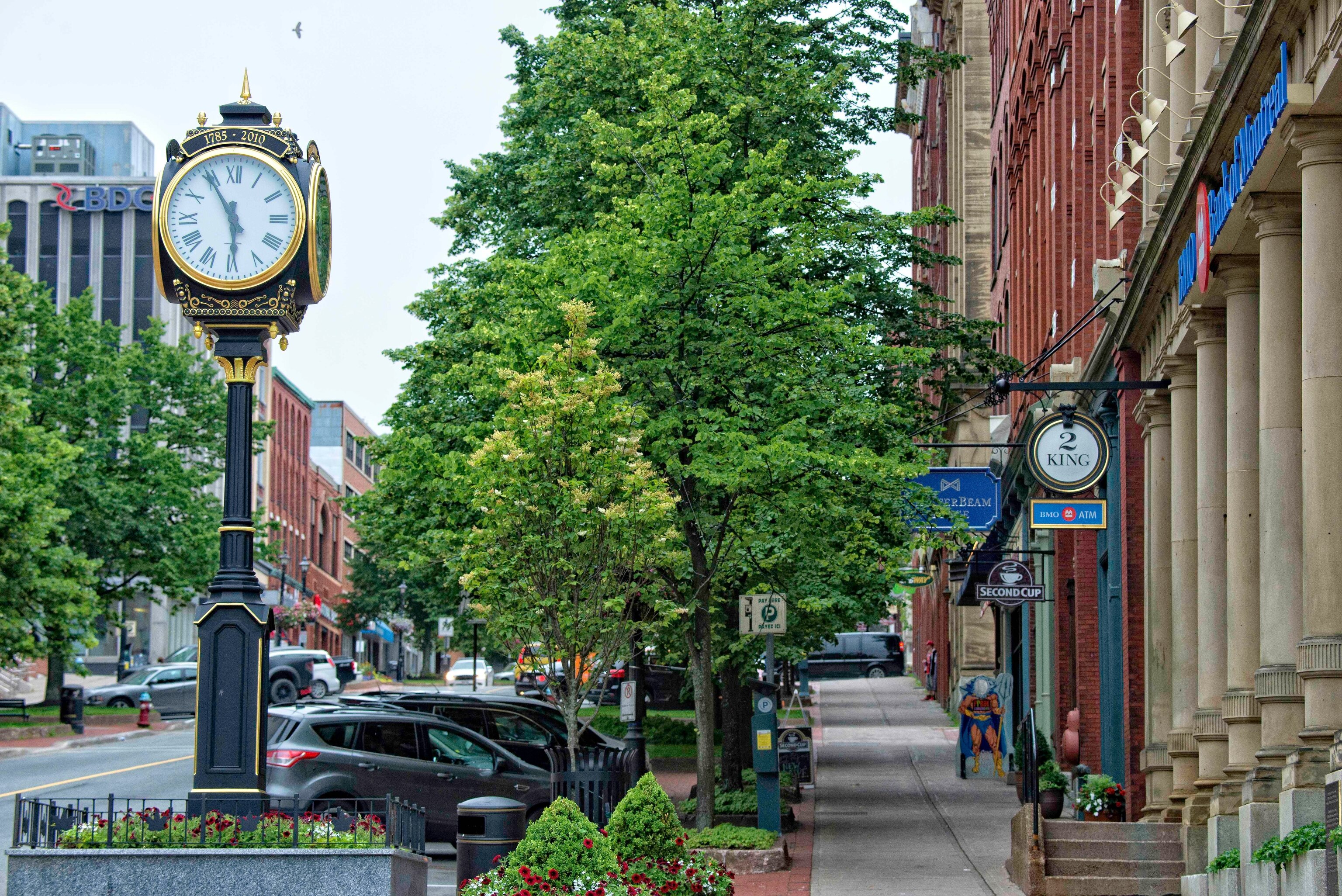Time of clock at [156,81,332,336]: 5:54
